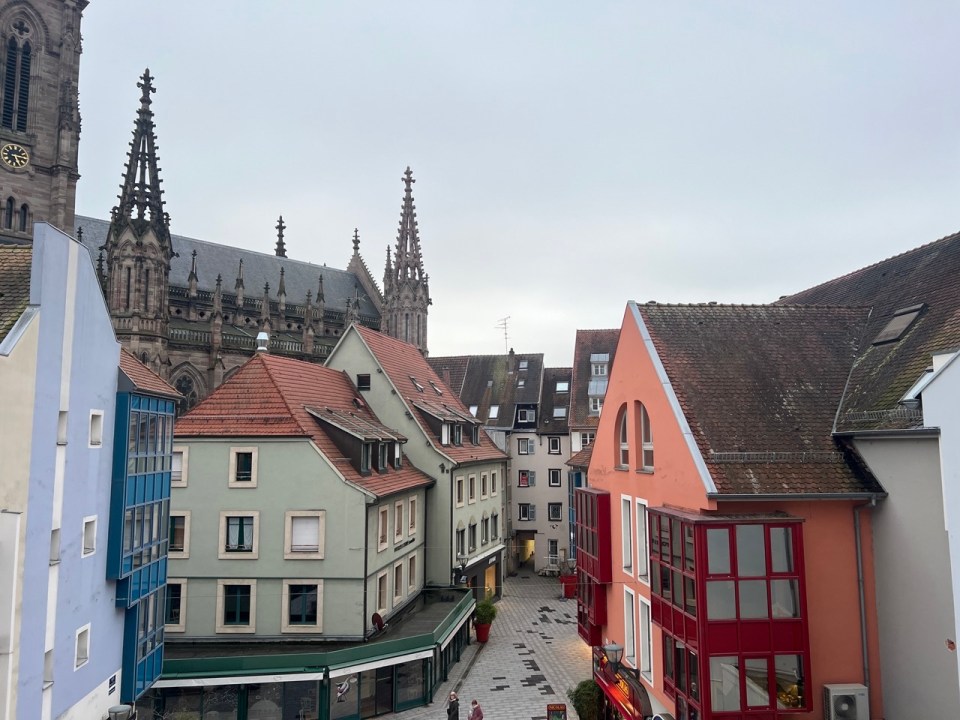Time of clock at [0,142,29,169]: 5:14
